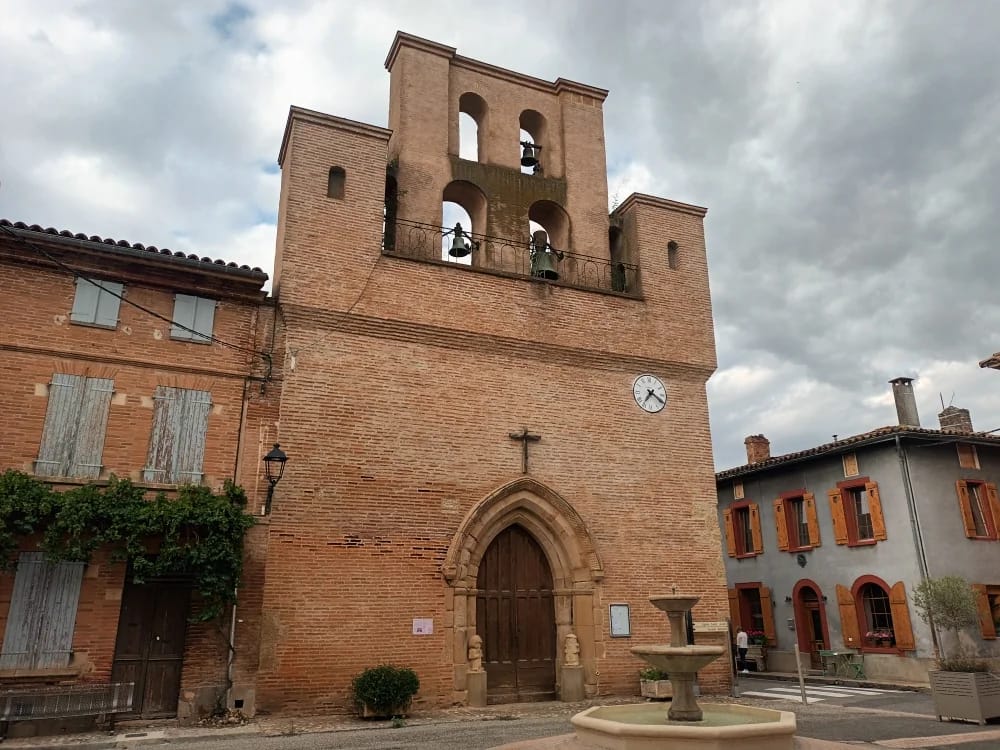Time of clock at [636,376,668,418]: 7:20
